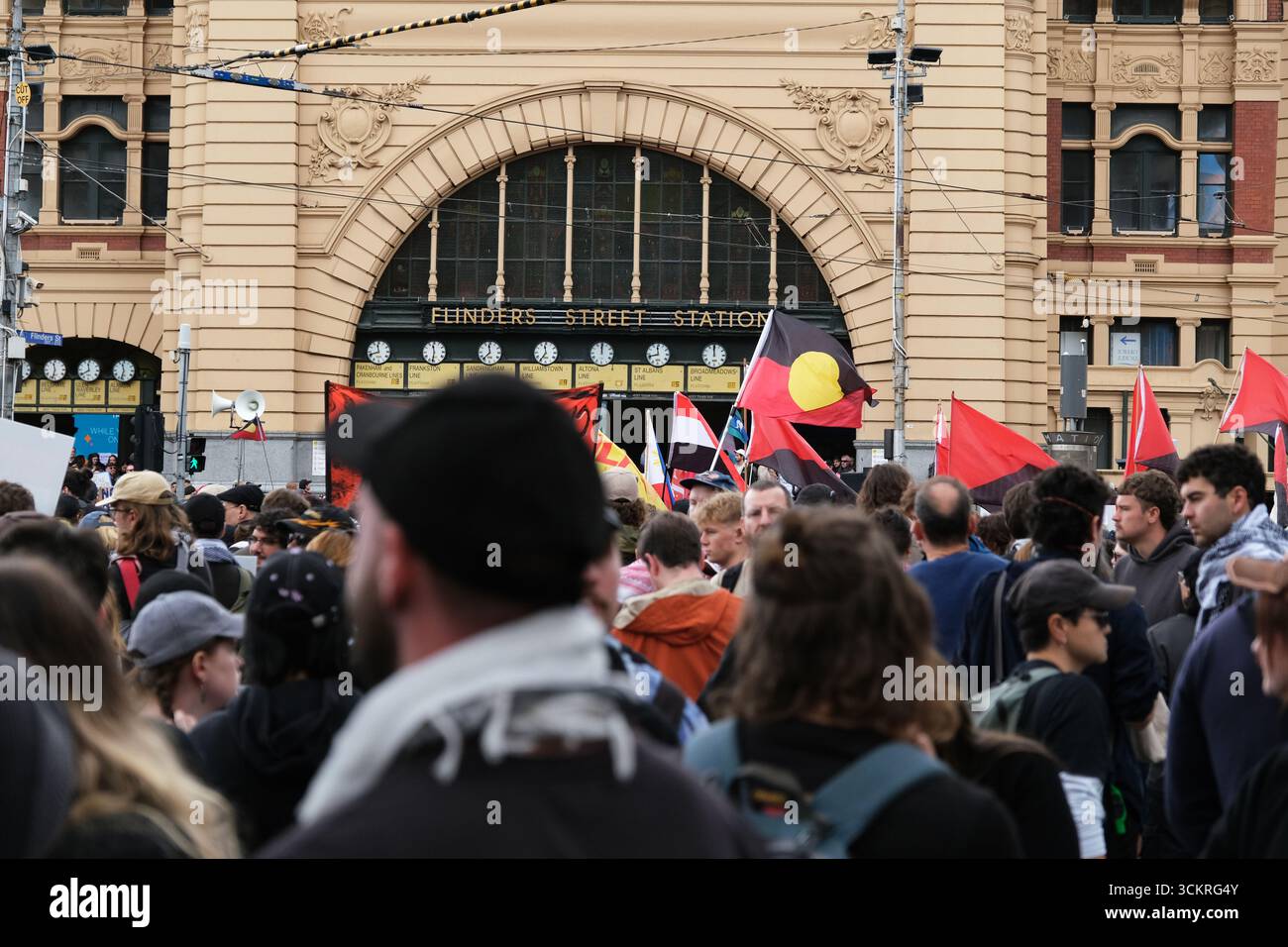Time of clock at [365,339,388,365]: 11:41
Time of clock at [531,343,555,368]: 11:35
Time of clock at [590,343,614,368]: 12:00
